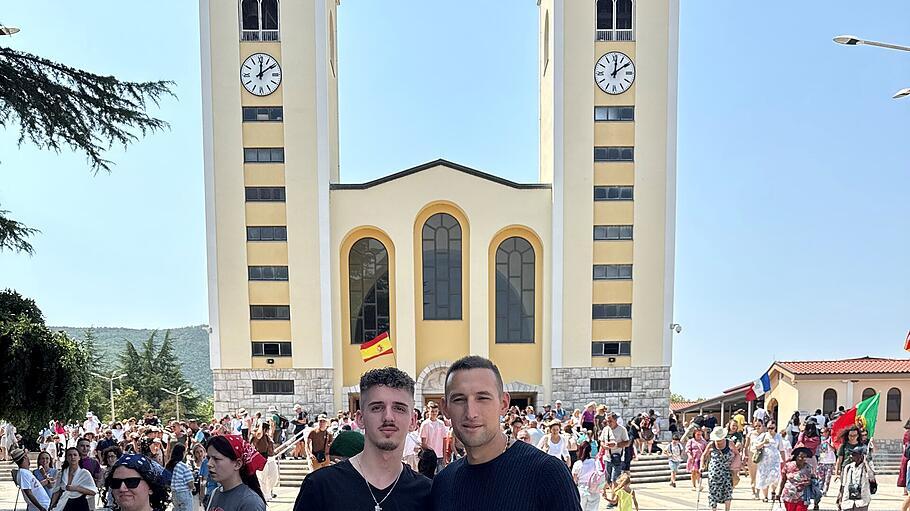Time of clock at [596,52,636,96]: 12:09
